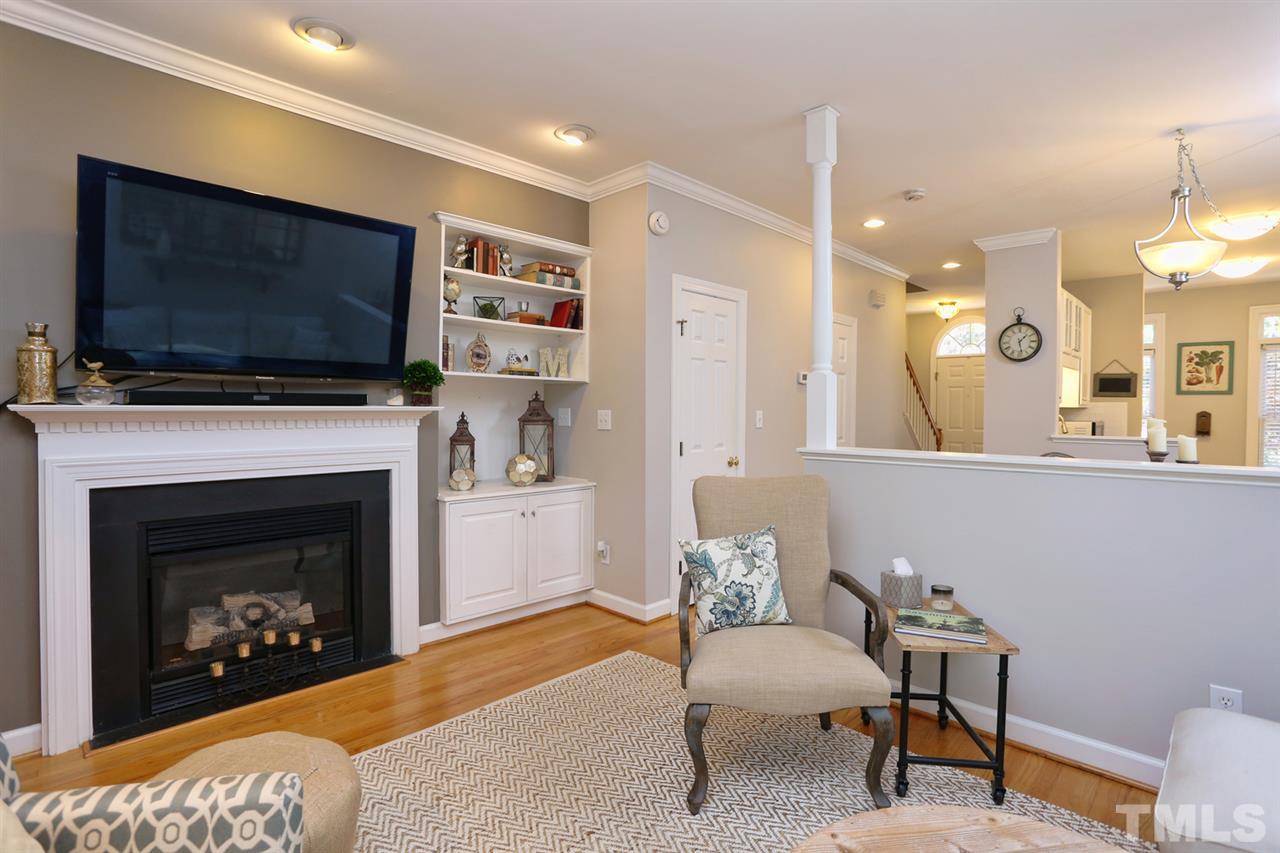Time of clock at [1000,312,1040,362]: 1:28
